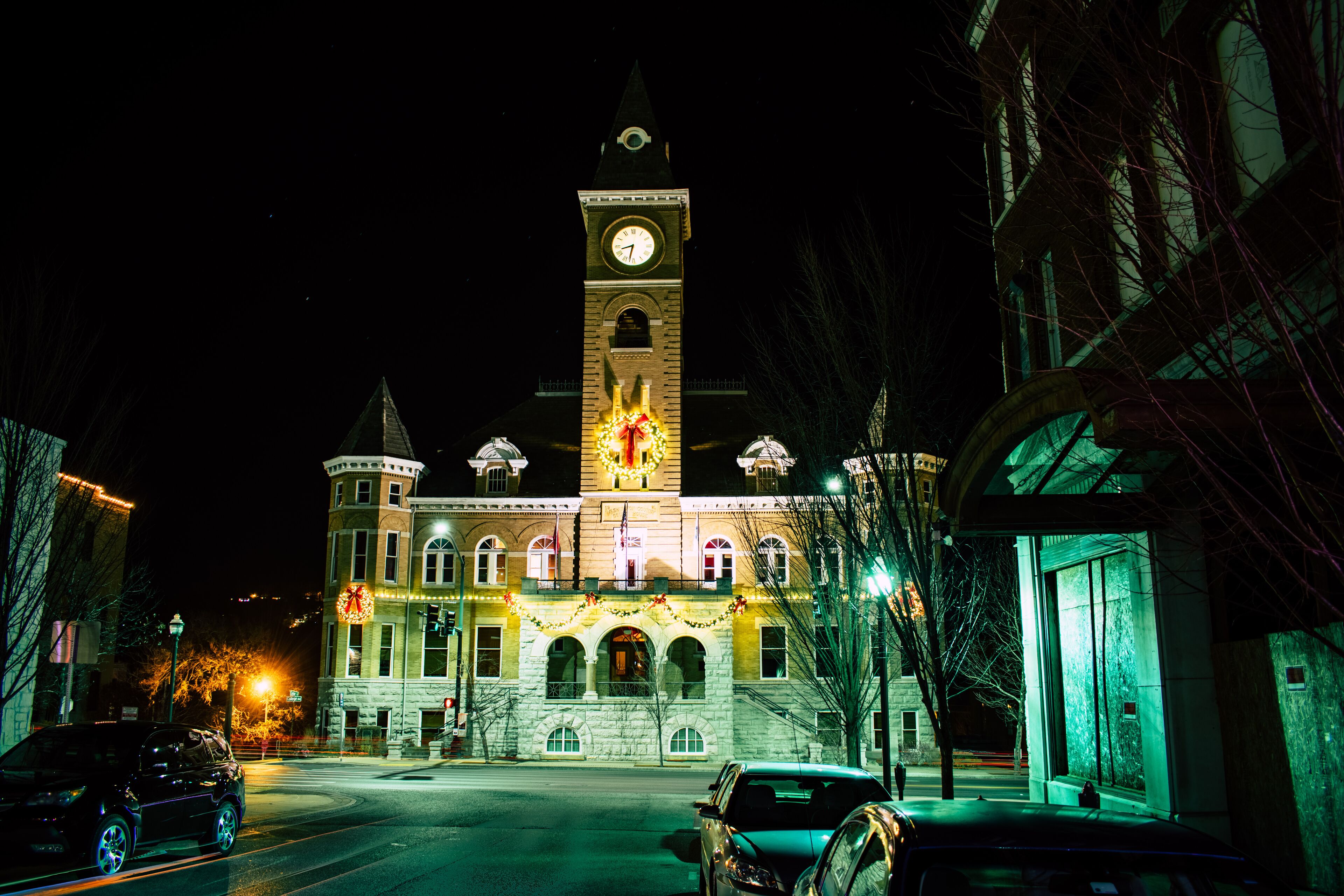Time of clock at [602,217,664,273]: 8:32
